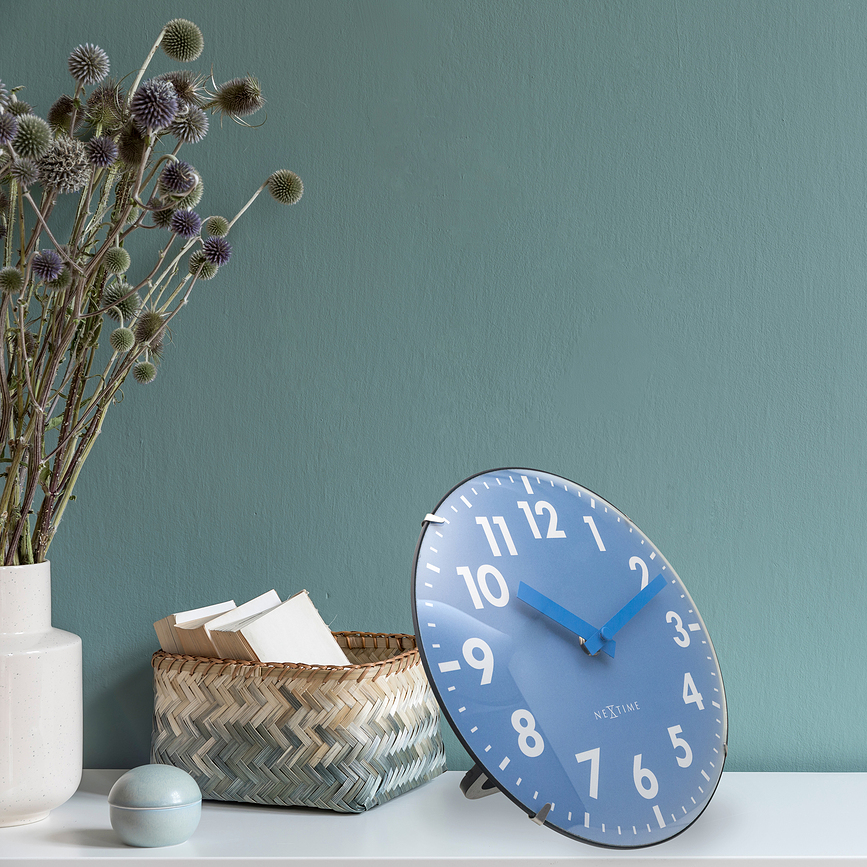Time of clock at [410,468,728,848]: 10:11
